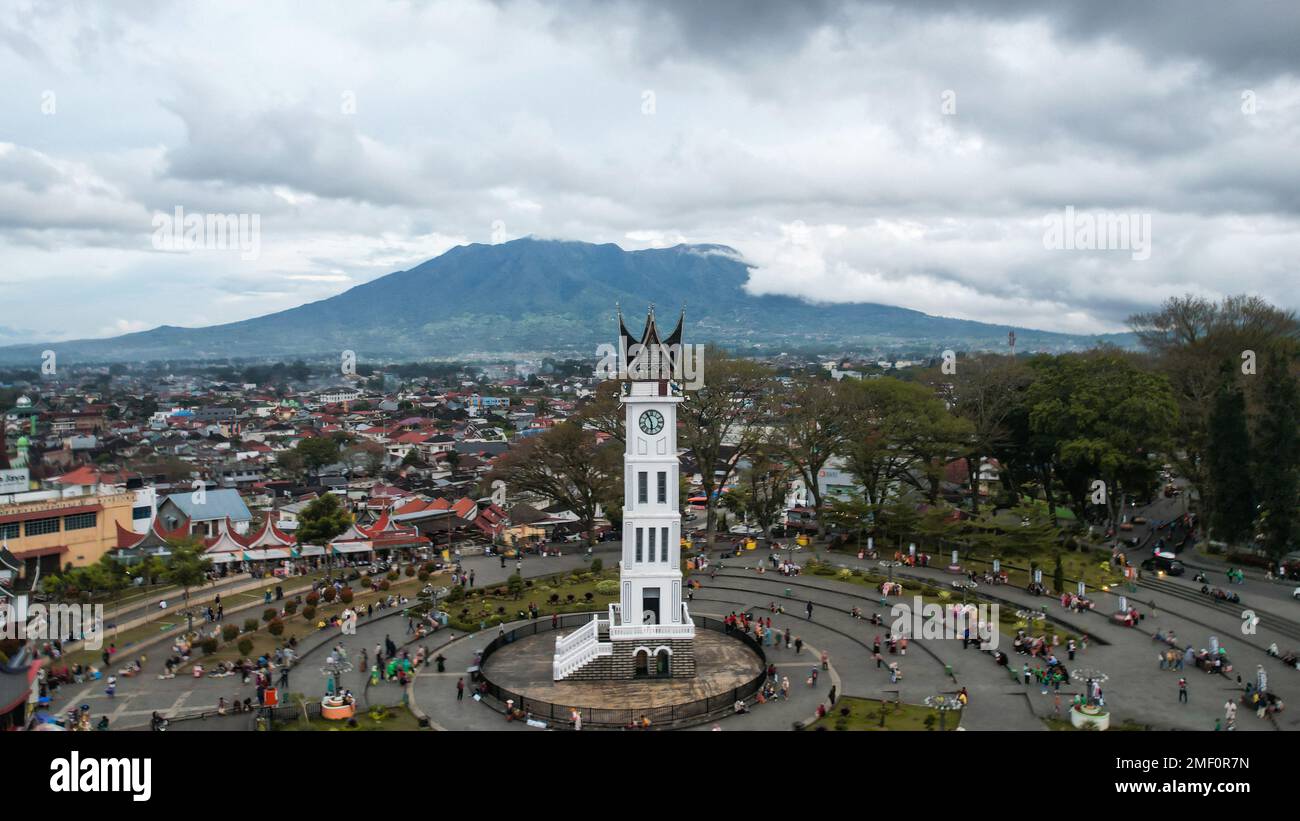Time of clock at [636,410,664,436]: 5:55
